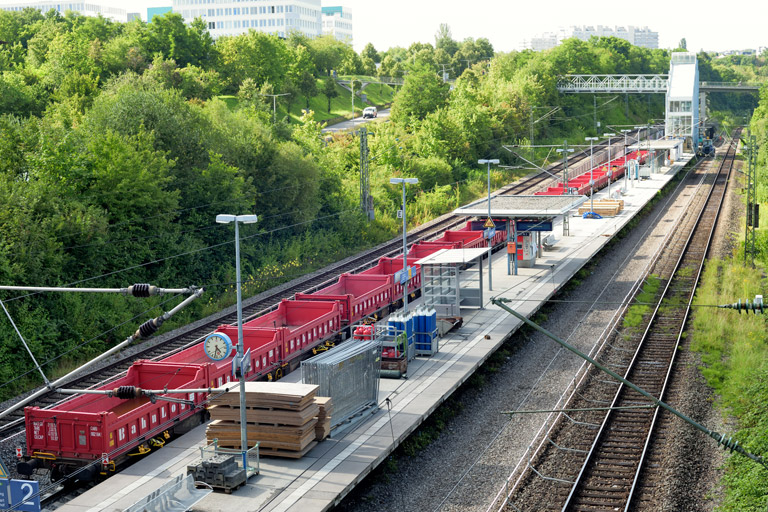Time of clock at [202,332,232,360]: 4:32
